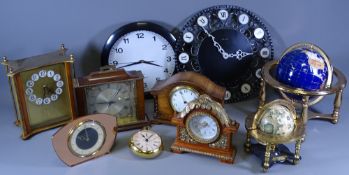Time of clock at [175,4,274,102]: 2:54
